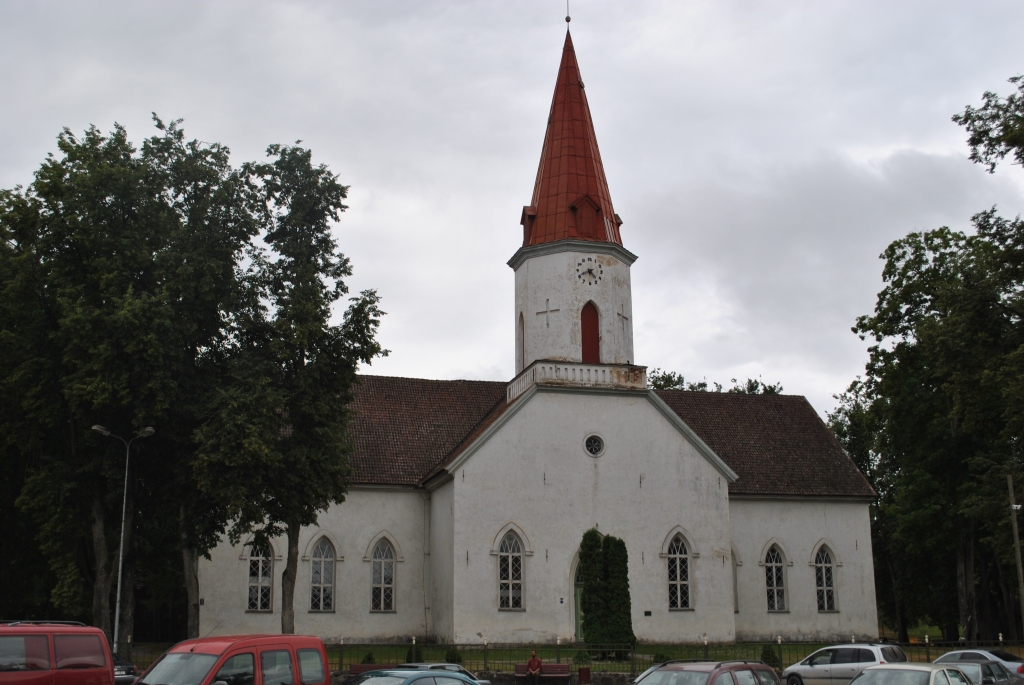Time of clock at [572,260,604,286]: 4:40
